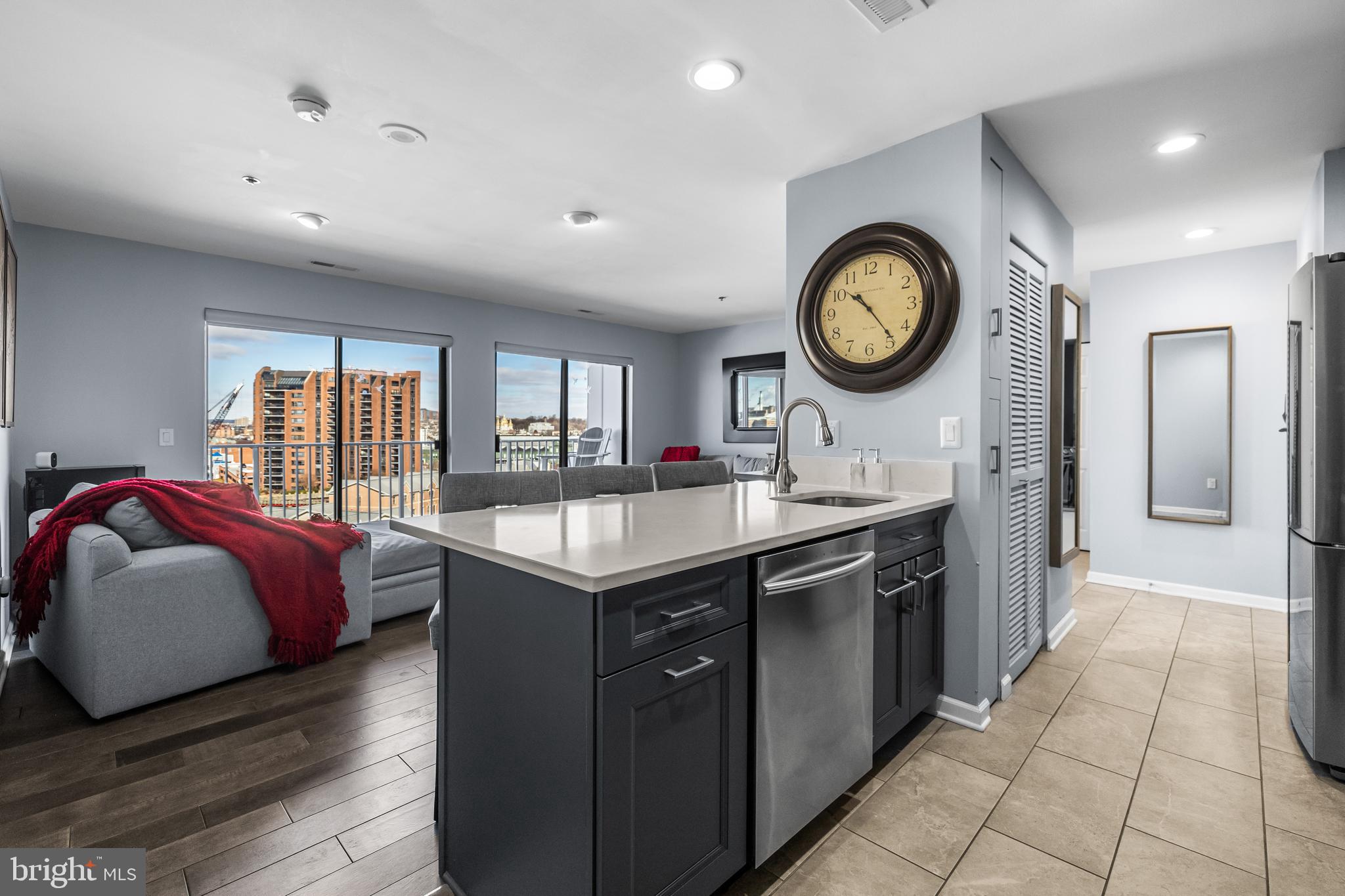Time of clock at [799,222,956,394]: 10:23
